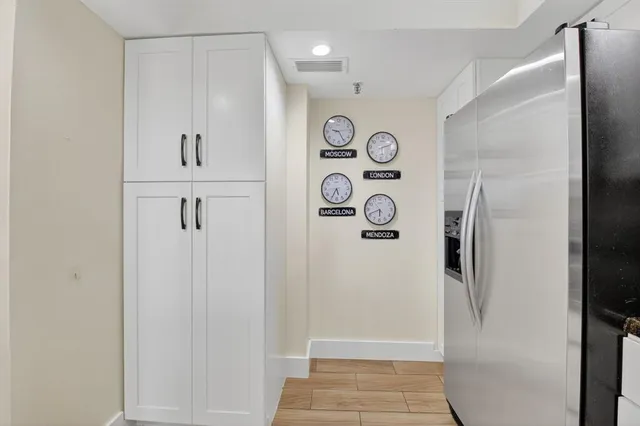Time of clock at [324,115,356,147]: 9:25
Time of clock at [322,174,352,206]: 5:34
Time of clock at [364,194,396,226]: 5:41
